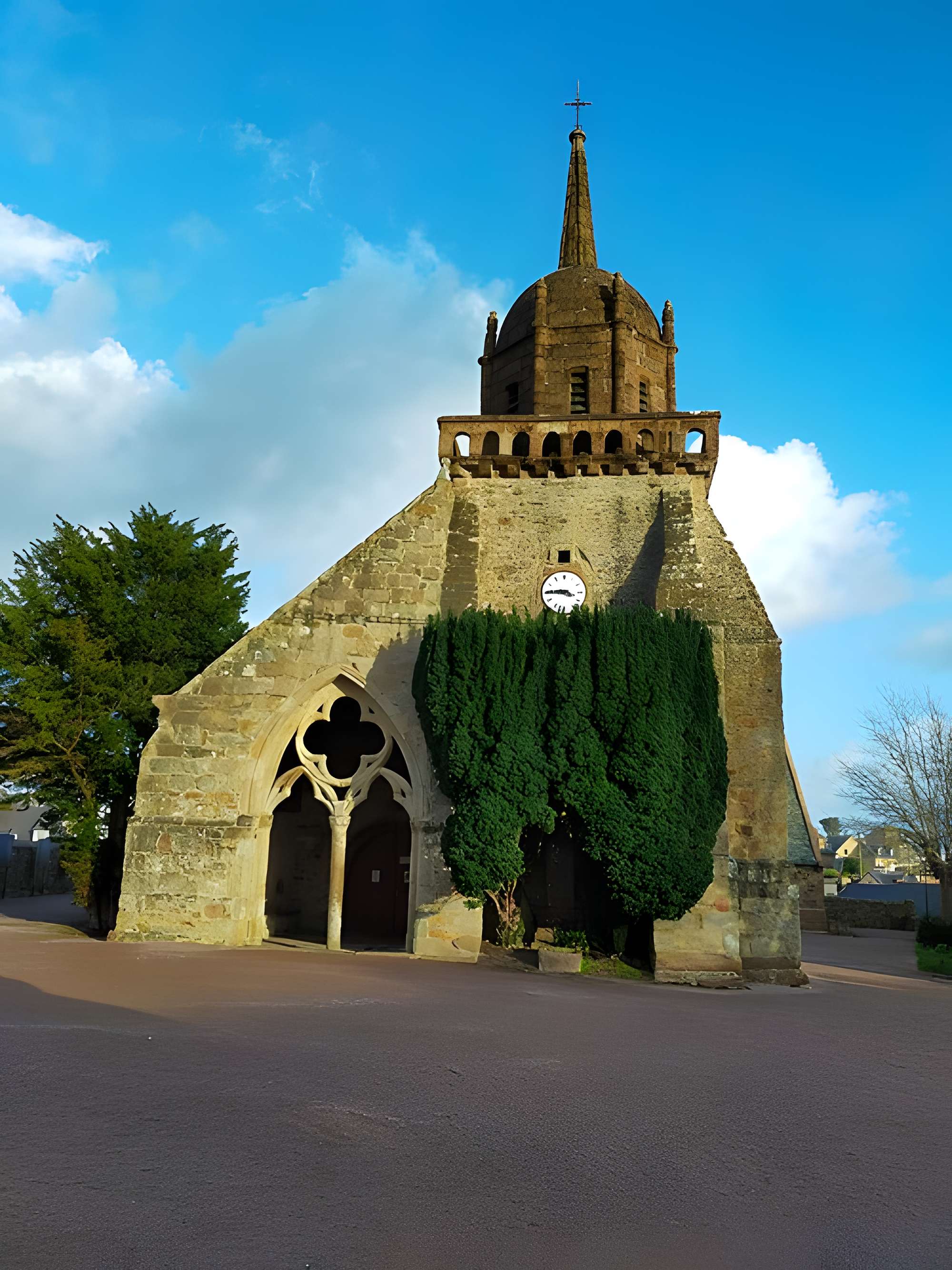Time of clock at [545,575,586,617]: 3:45
